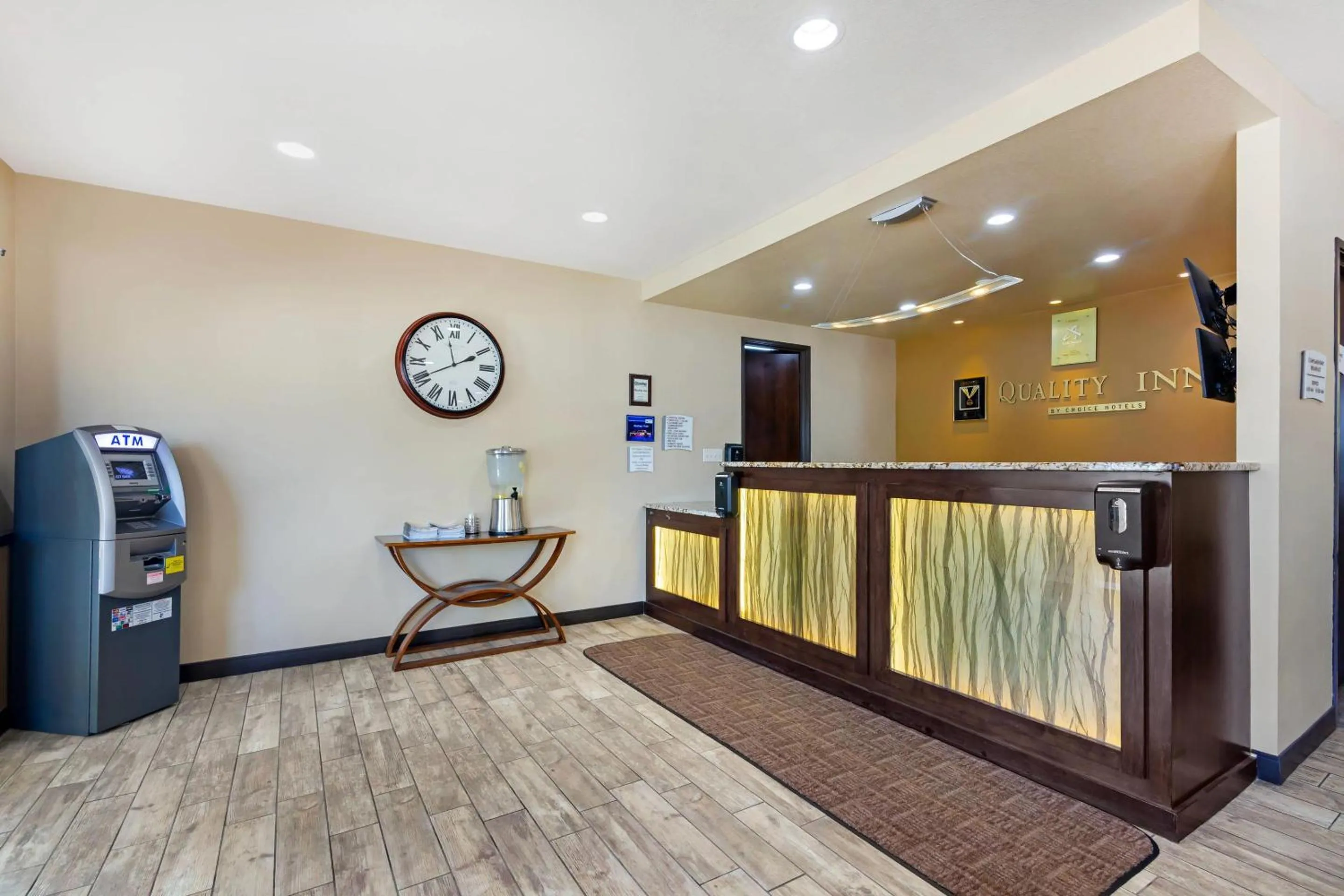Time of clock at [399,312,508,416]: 1:57
